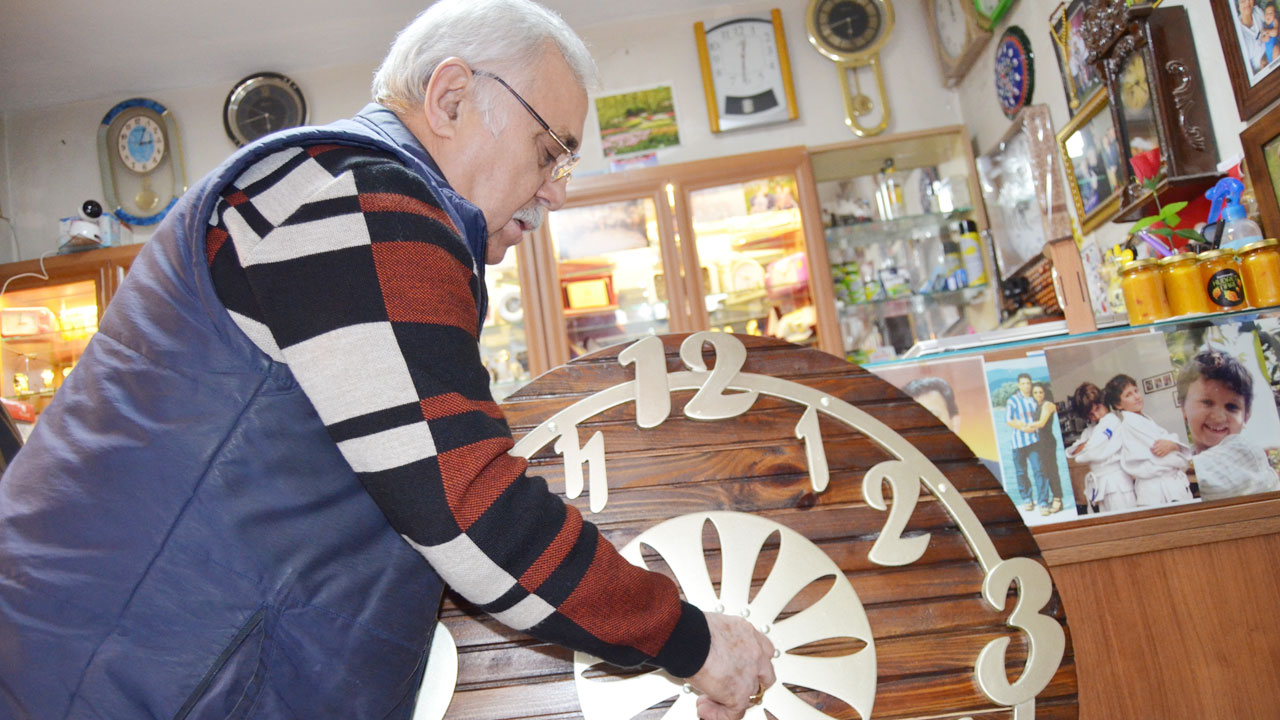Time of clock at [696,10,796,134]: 12:31
